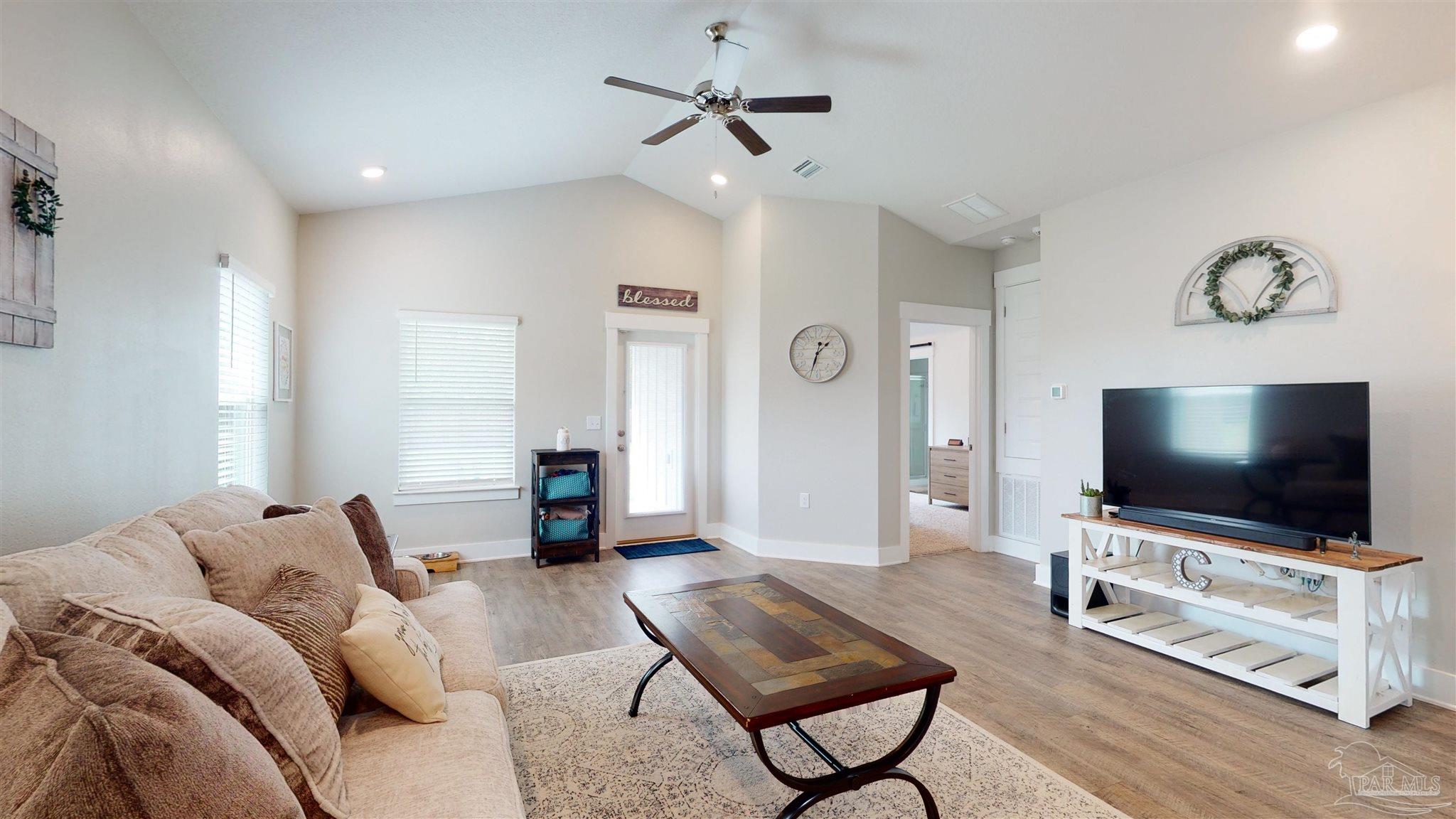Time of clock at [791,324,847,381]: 1:33
